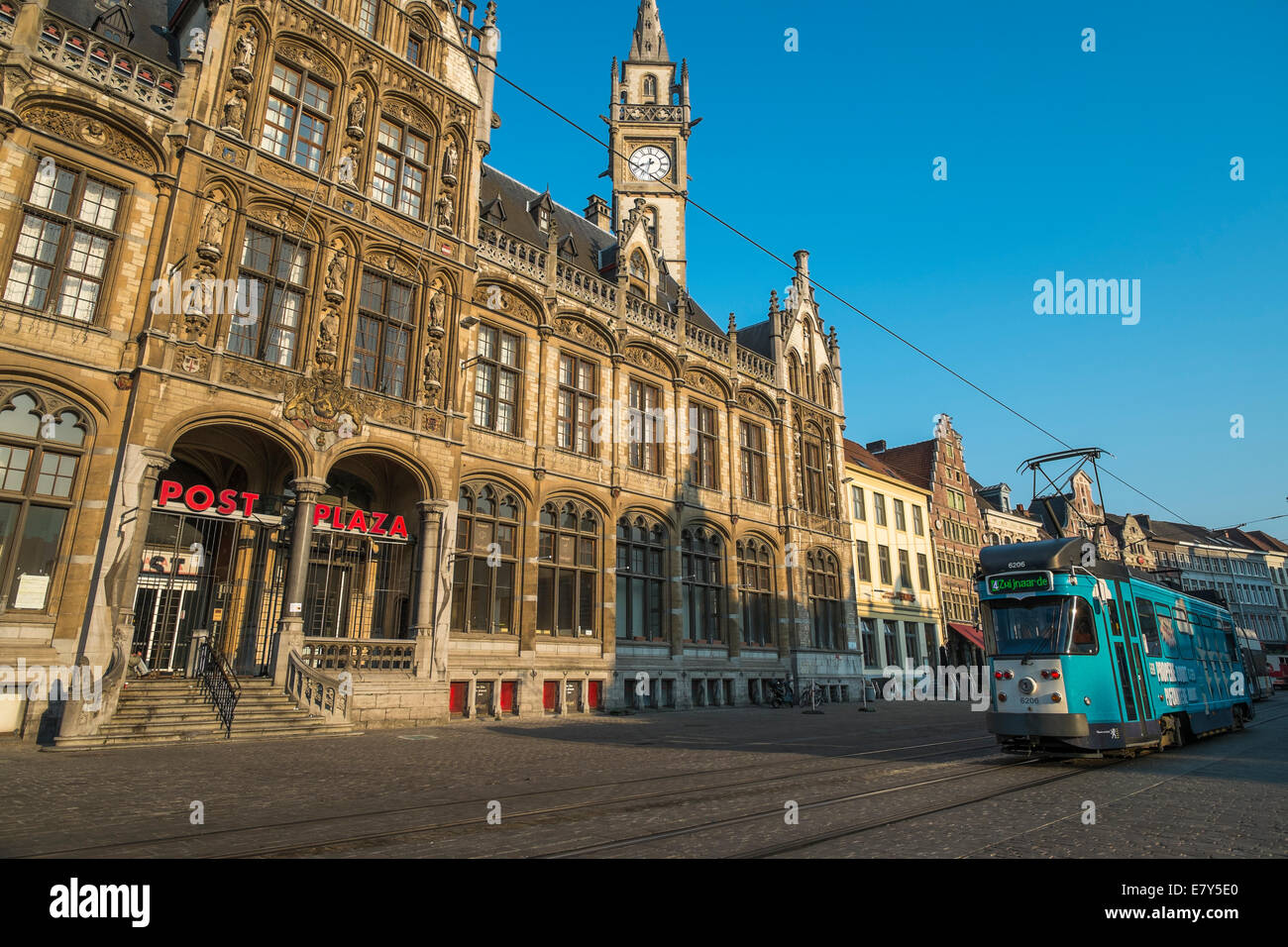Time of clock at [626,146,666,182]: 8:32
